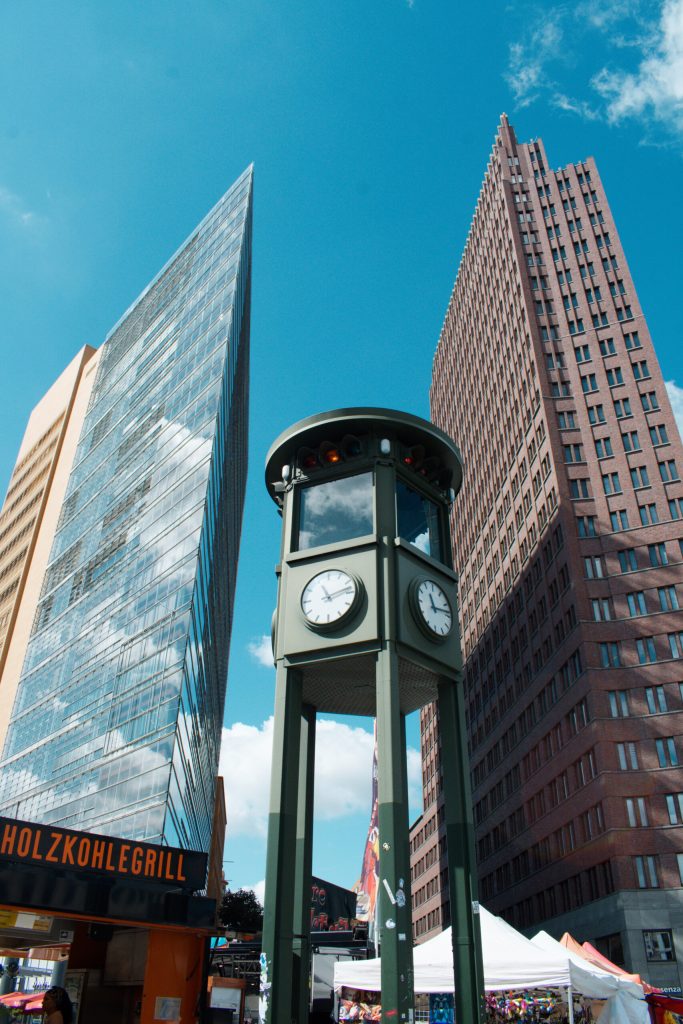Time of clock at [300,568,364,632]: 11:12
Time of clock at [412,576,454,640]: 11:13
